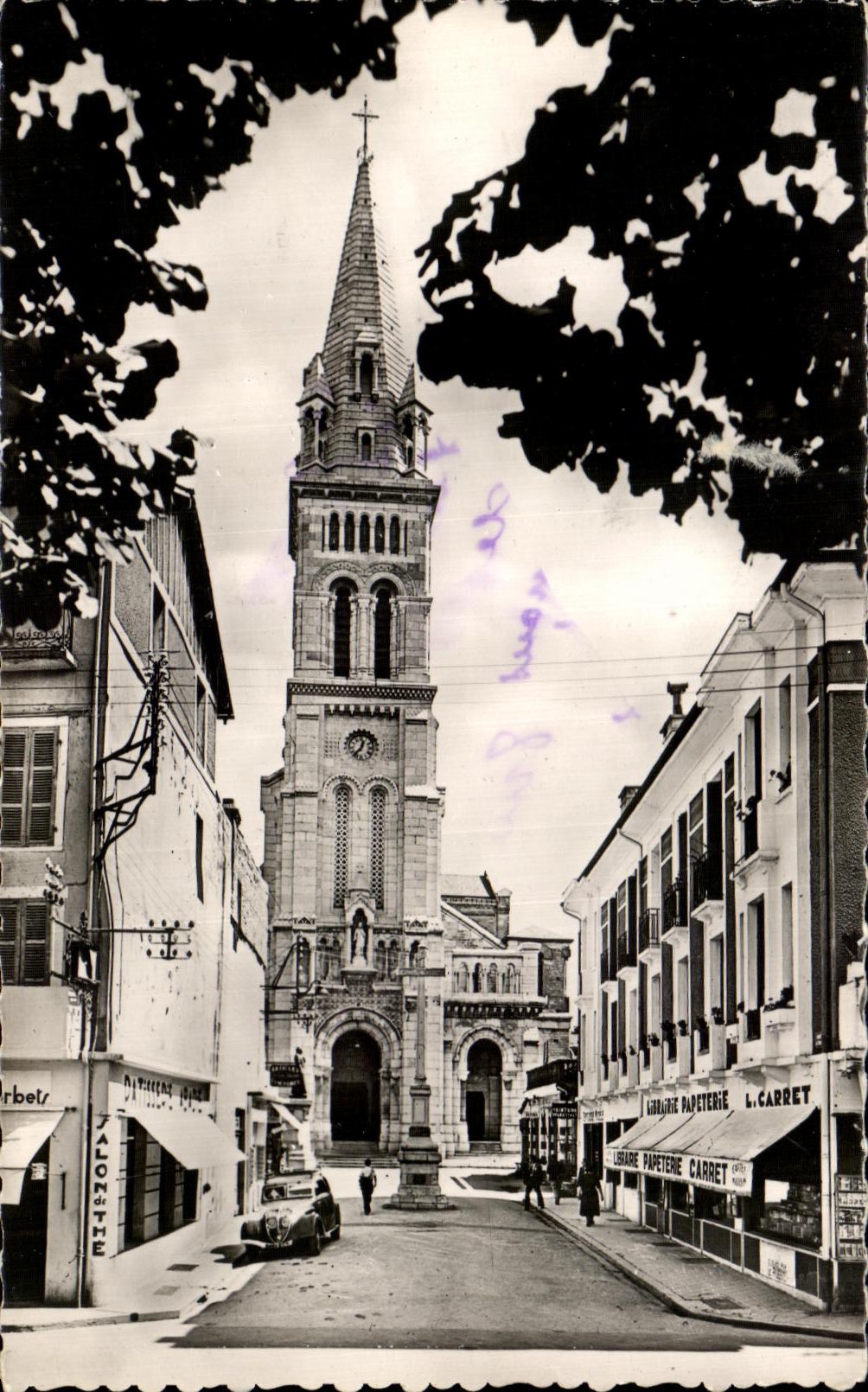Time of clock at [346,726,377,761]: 12:37
